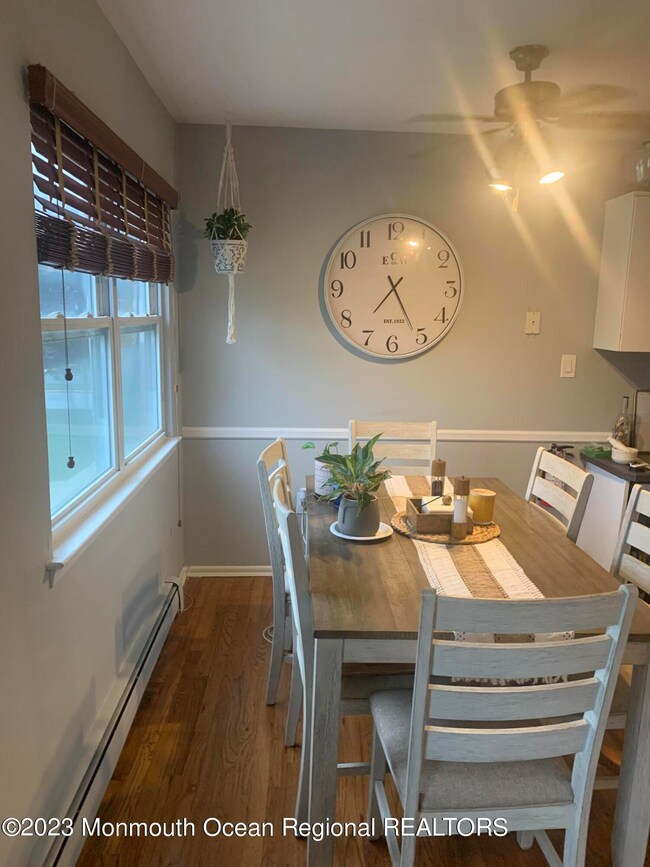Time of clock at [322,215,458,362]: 7:25
